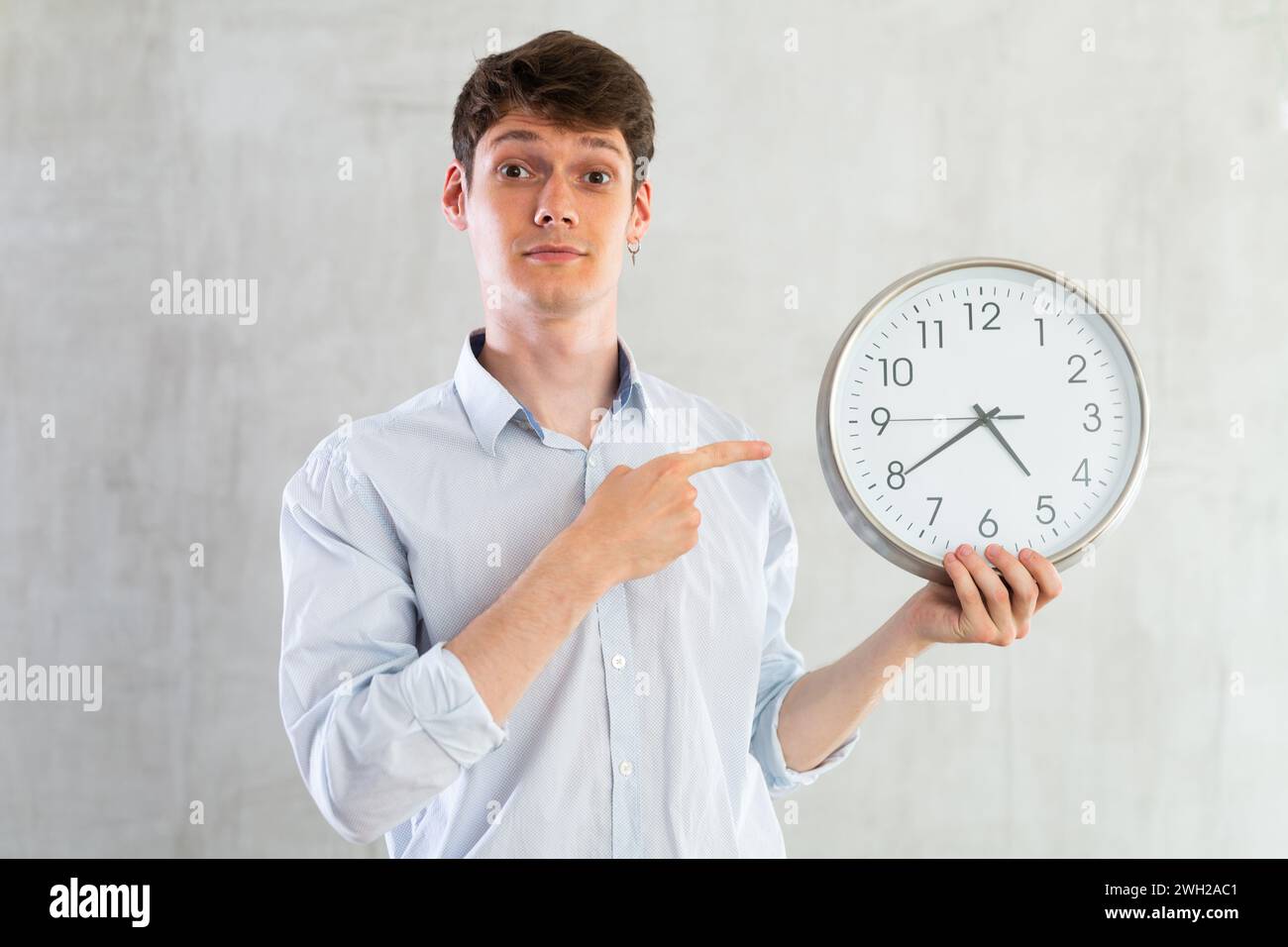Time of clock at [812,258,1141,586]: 4:39
